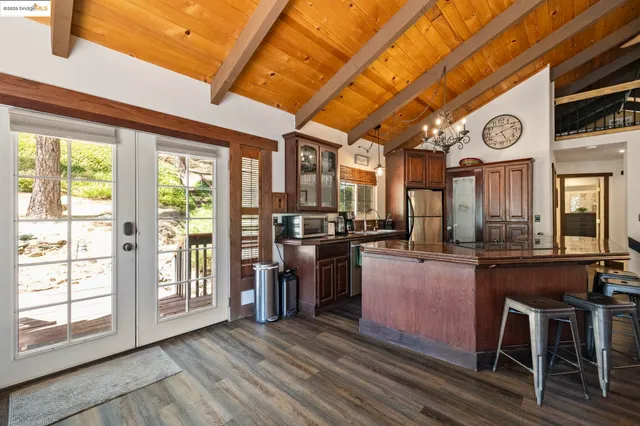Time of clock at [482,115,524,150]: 5:11
